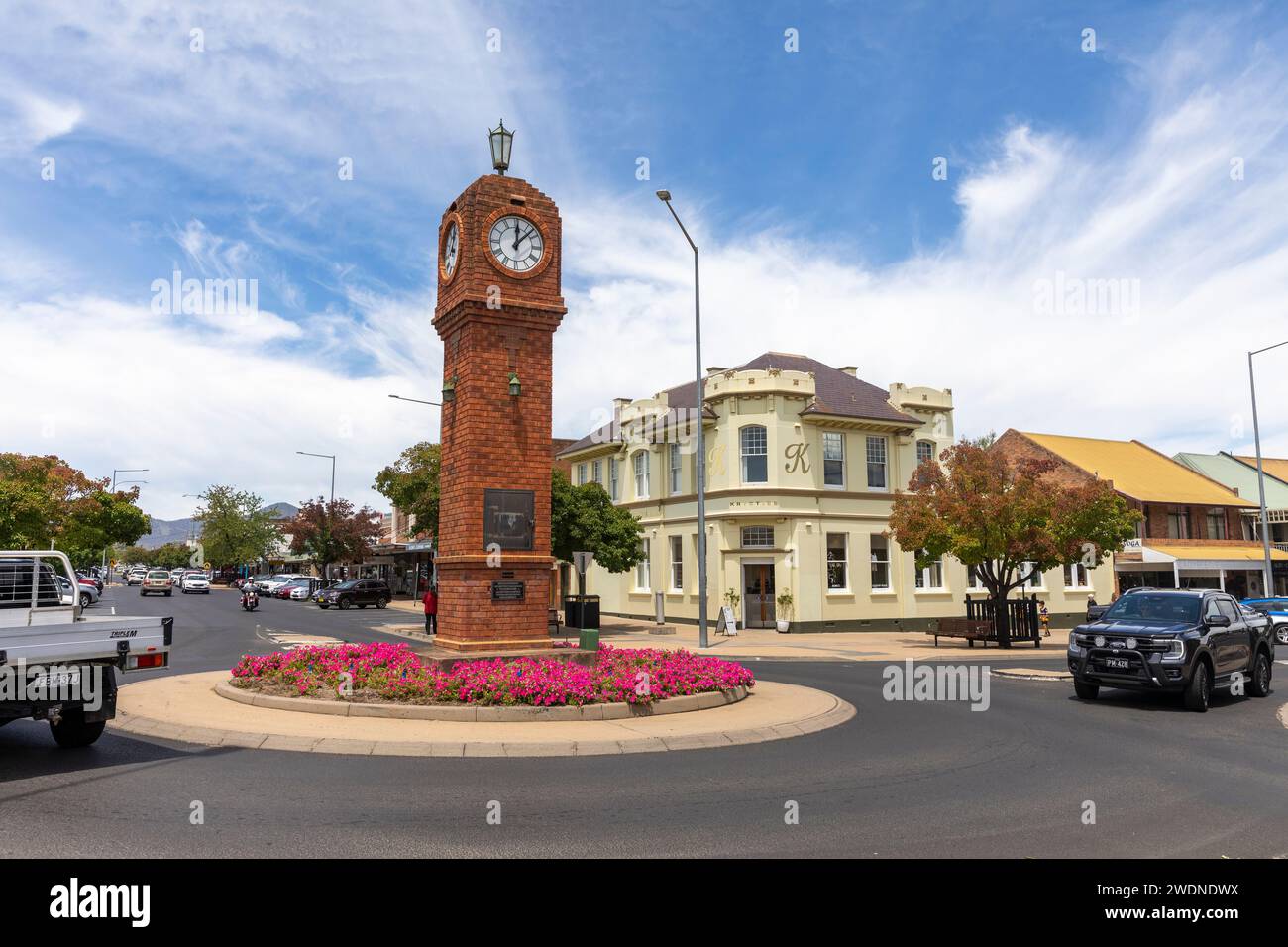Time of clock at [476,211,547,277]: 12:07
